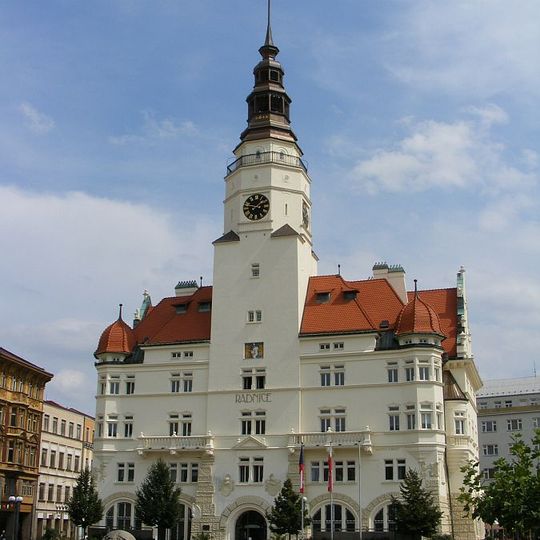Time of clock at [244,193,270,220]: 1:46
